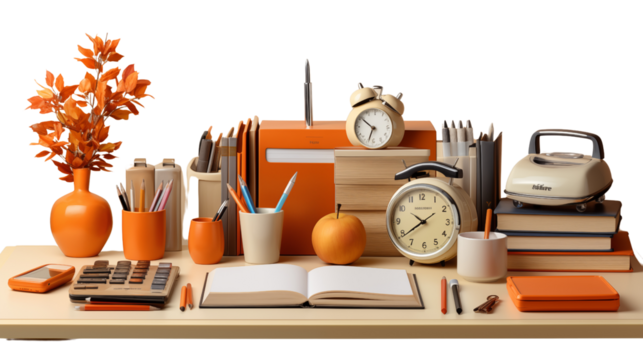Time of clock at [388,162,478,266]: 10:39
